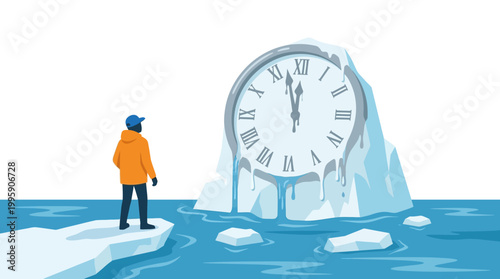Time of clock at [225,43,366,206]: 11:57
